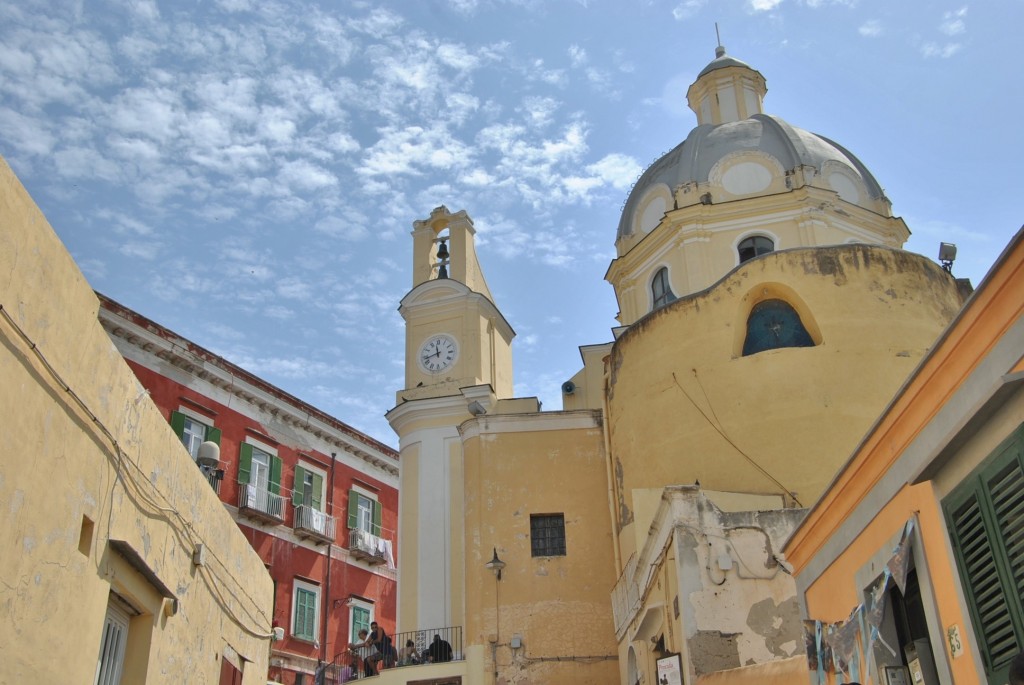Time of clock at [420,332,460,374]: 11:42
